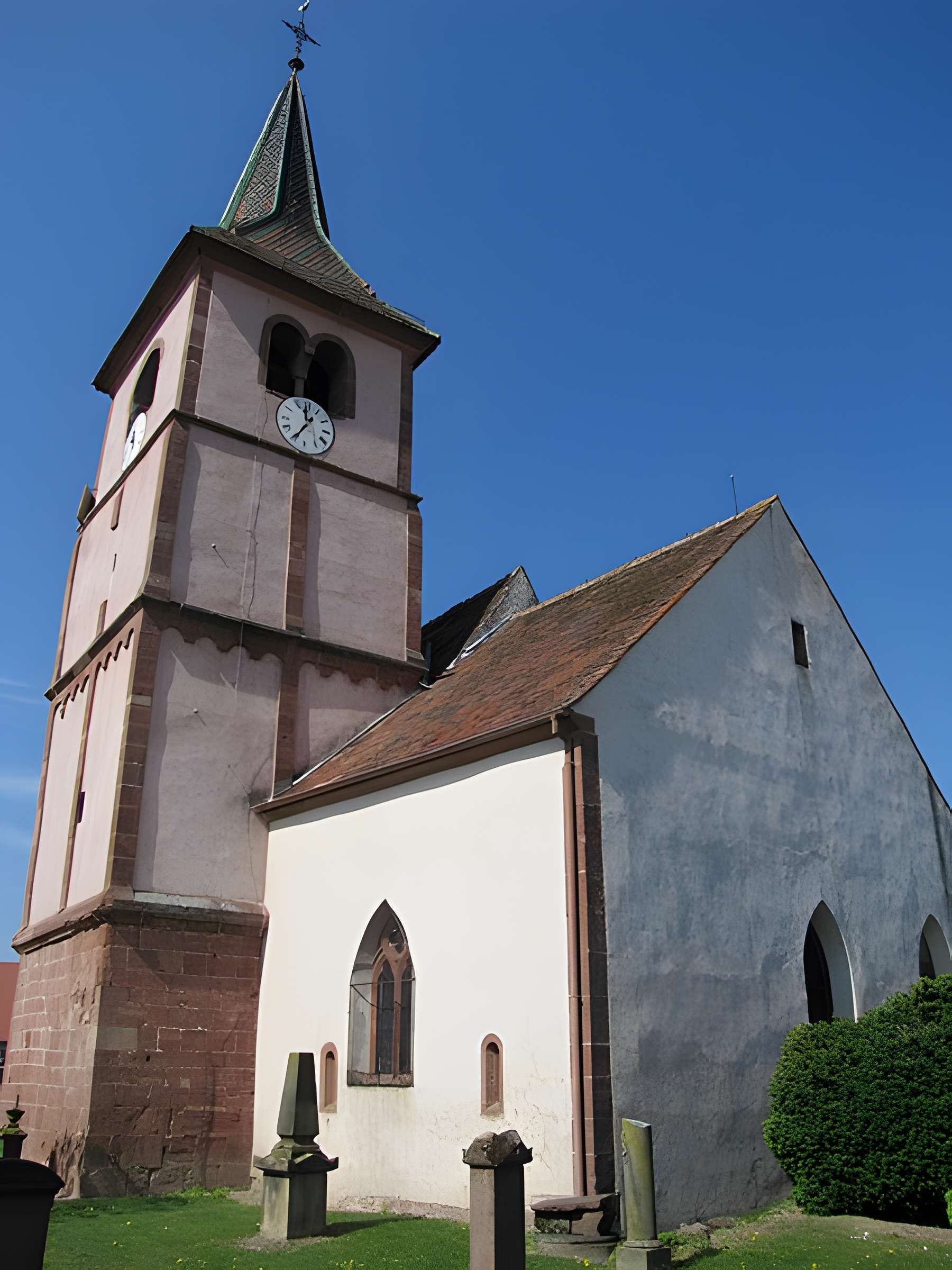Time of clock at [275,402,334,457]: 11:35
